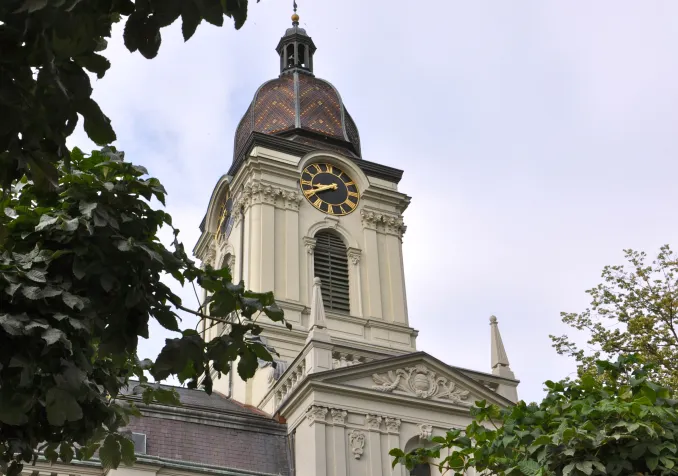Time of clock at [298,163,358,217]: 8:40
